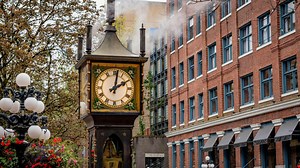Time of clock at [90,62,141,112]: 2:01
